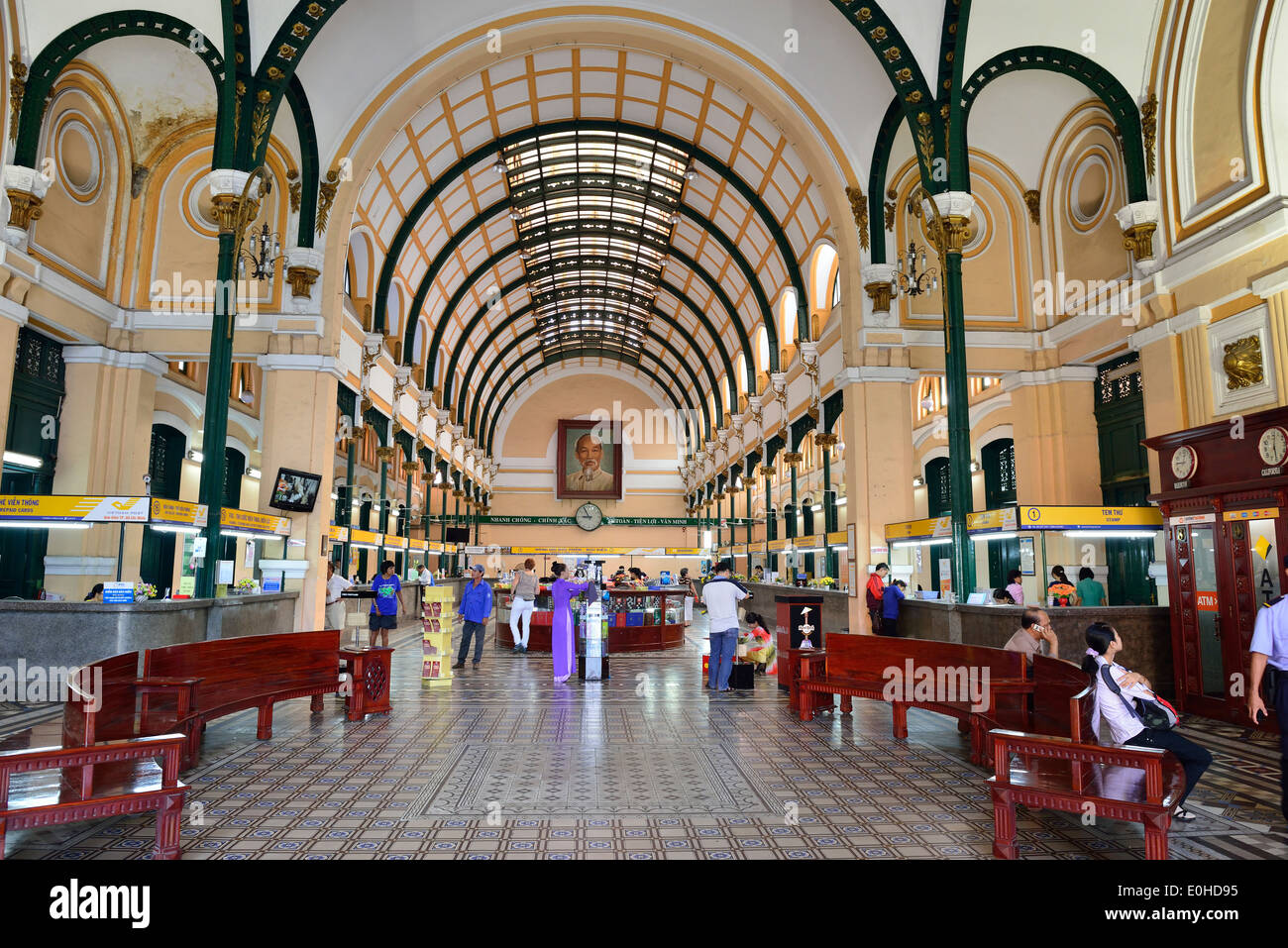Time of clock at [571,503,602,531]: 8:54
